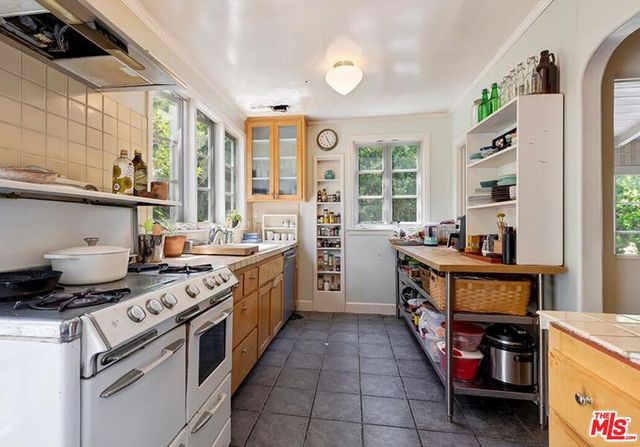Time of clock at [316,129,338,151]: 11:25
